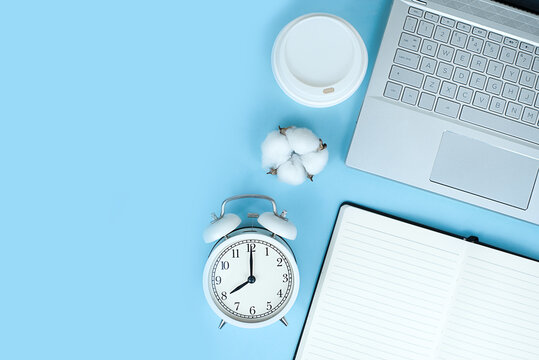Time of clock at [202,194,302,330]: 8:00
